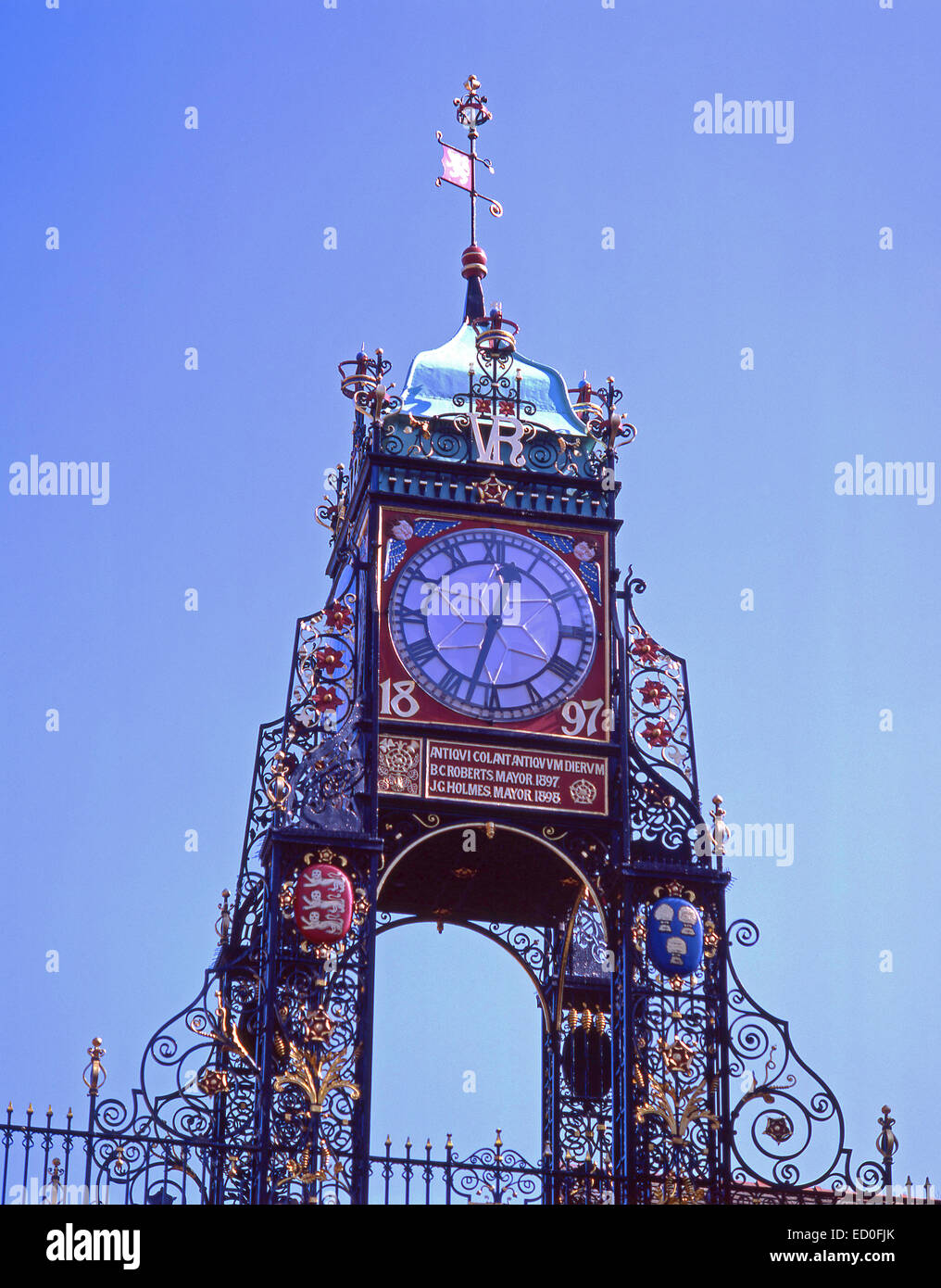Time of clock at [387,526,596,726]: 12:32
